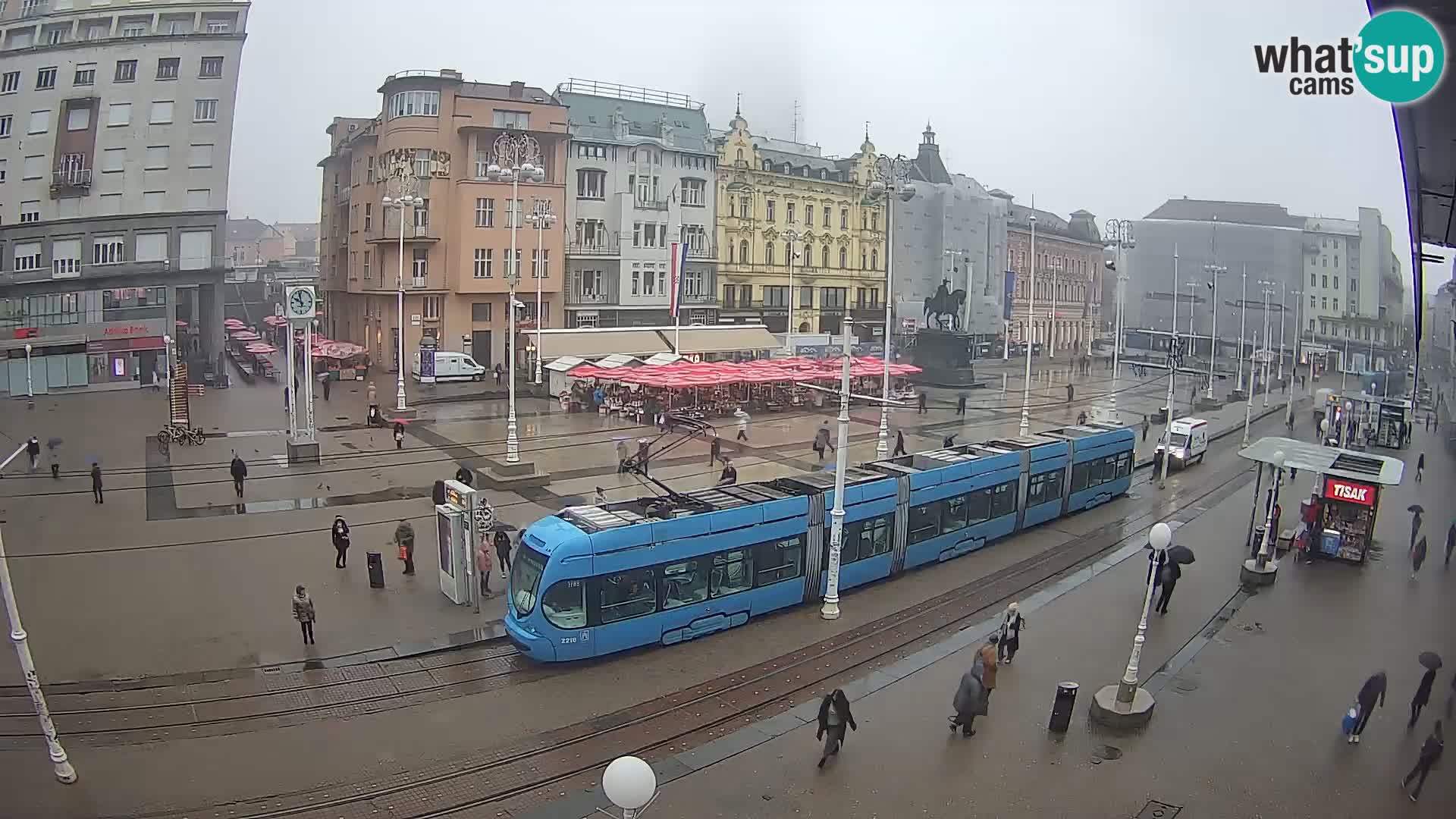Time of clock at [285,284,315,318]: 9:57
